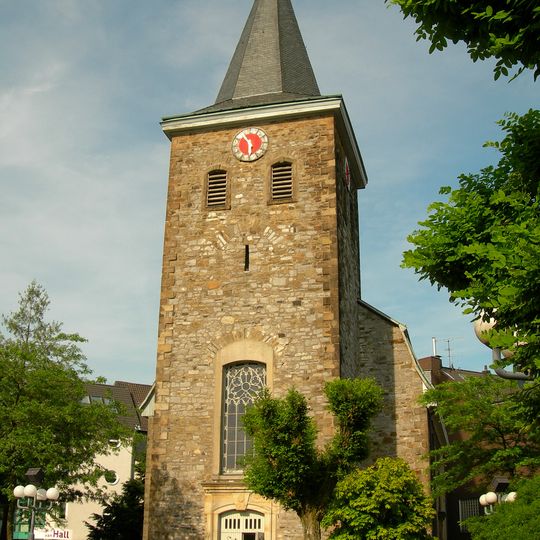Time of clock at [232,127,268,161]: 5:54
